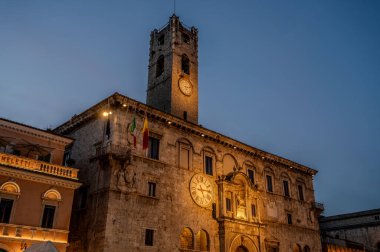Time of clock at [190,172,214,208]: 5:14
